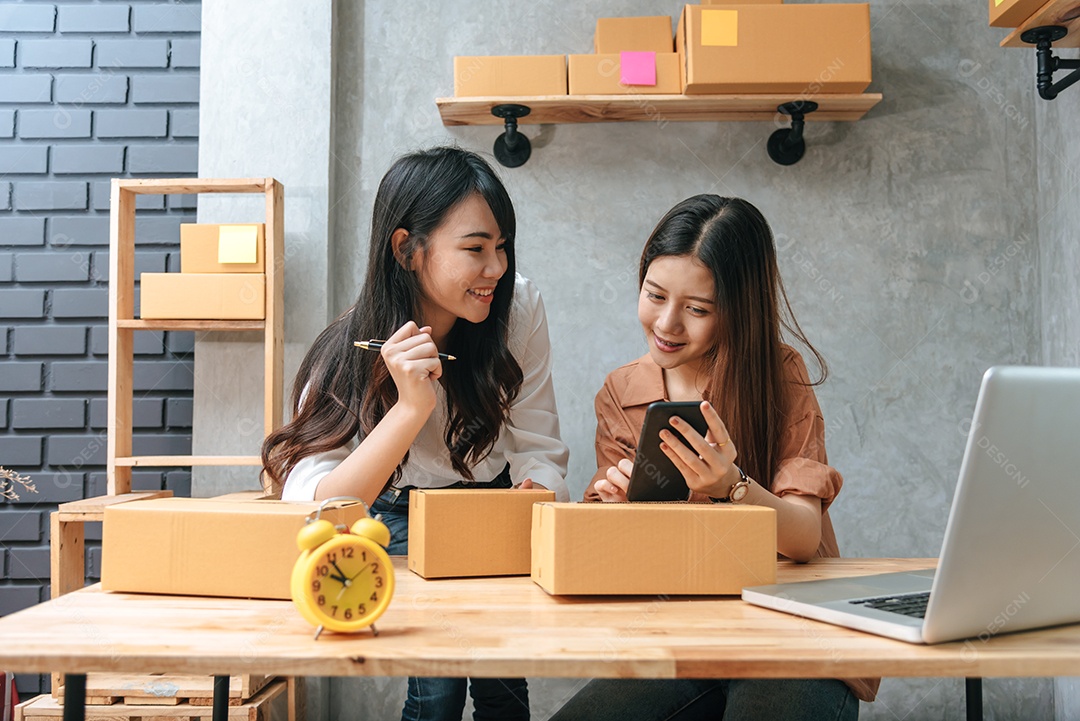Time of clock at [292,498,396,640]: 9:54
